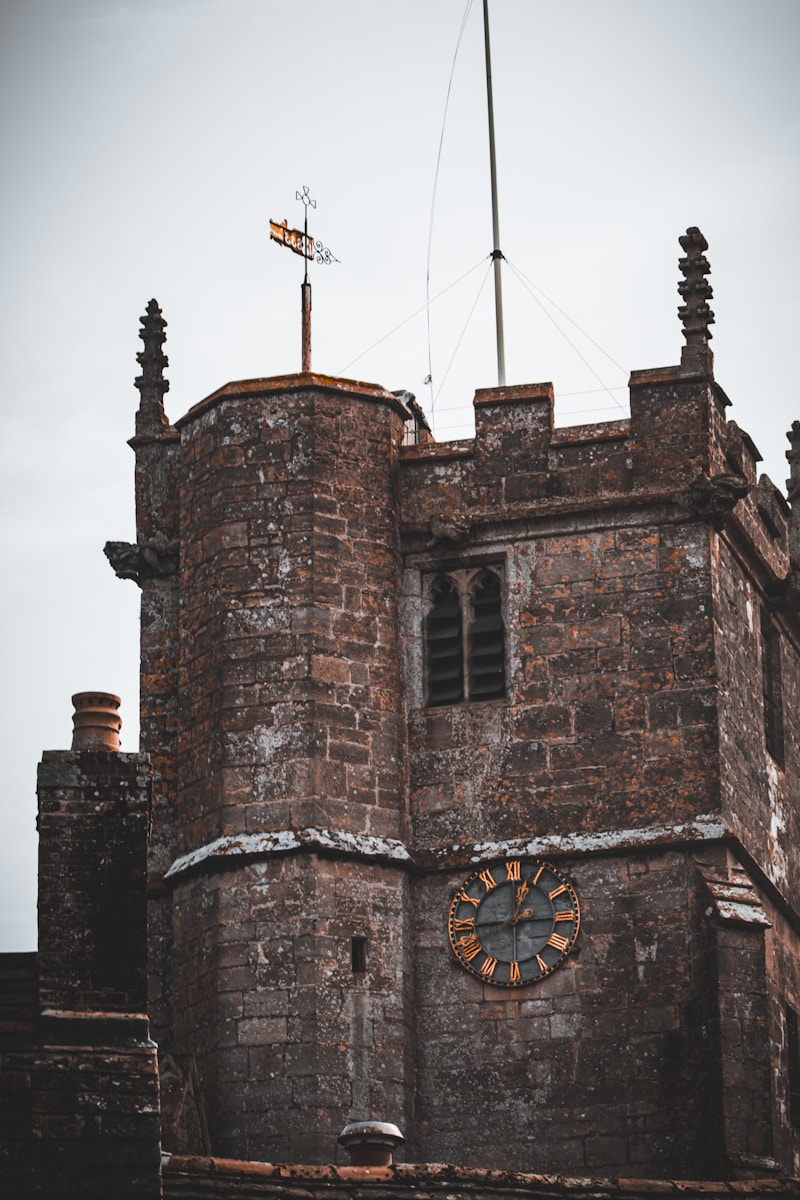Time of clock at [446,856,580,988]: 12:44
